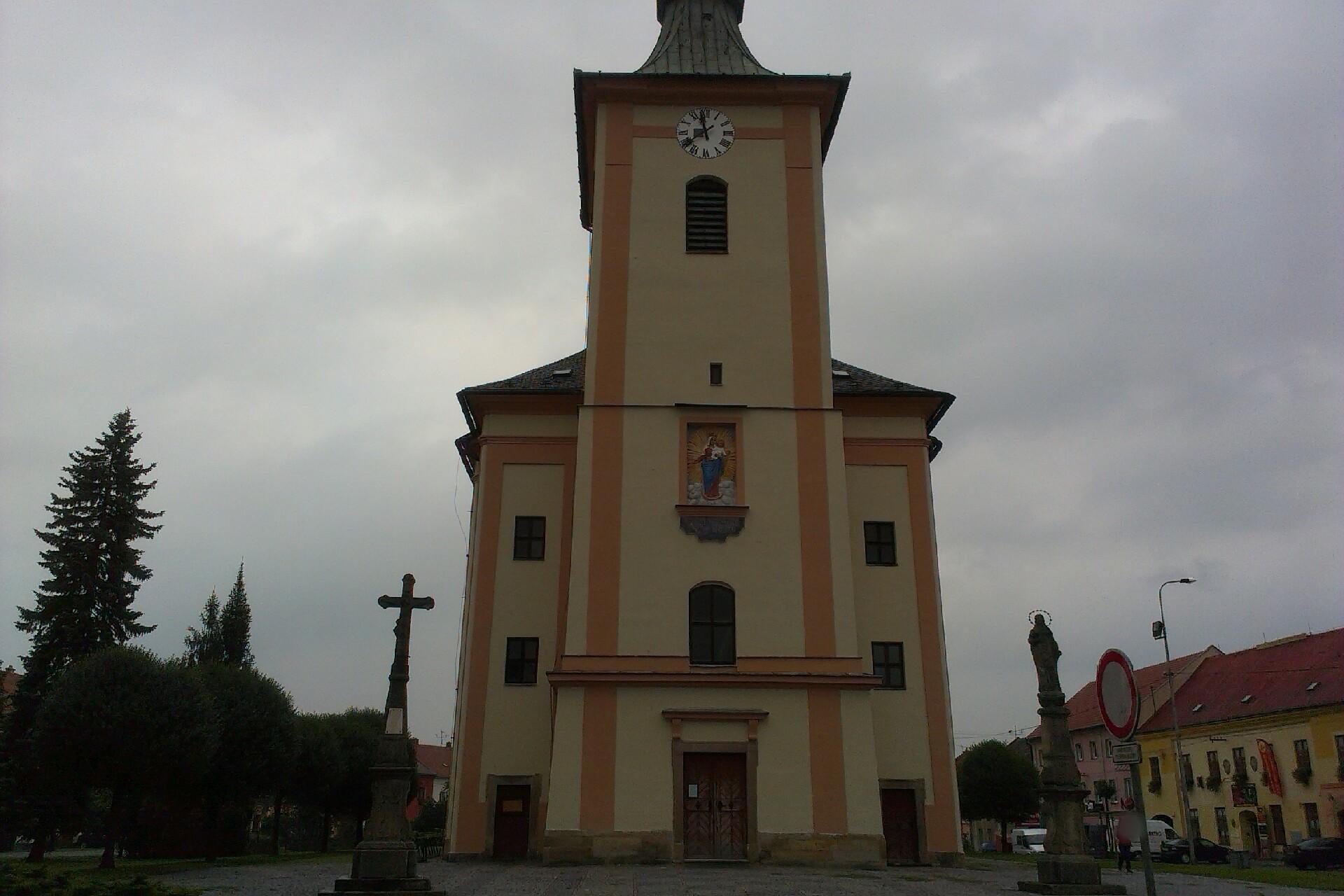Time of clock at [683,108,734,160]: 11:39
